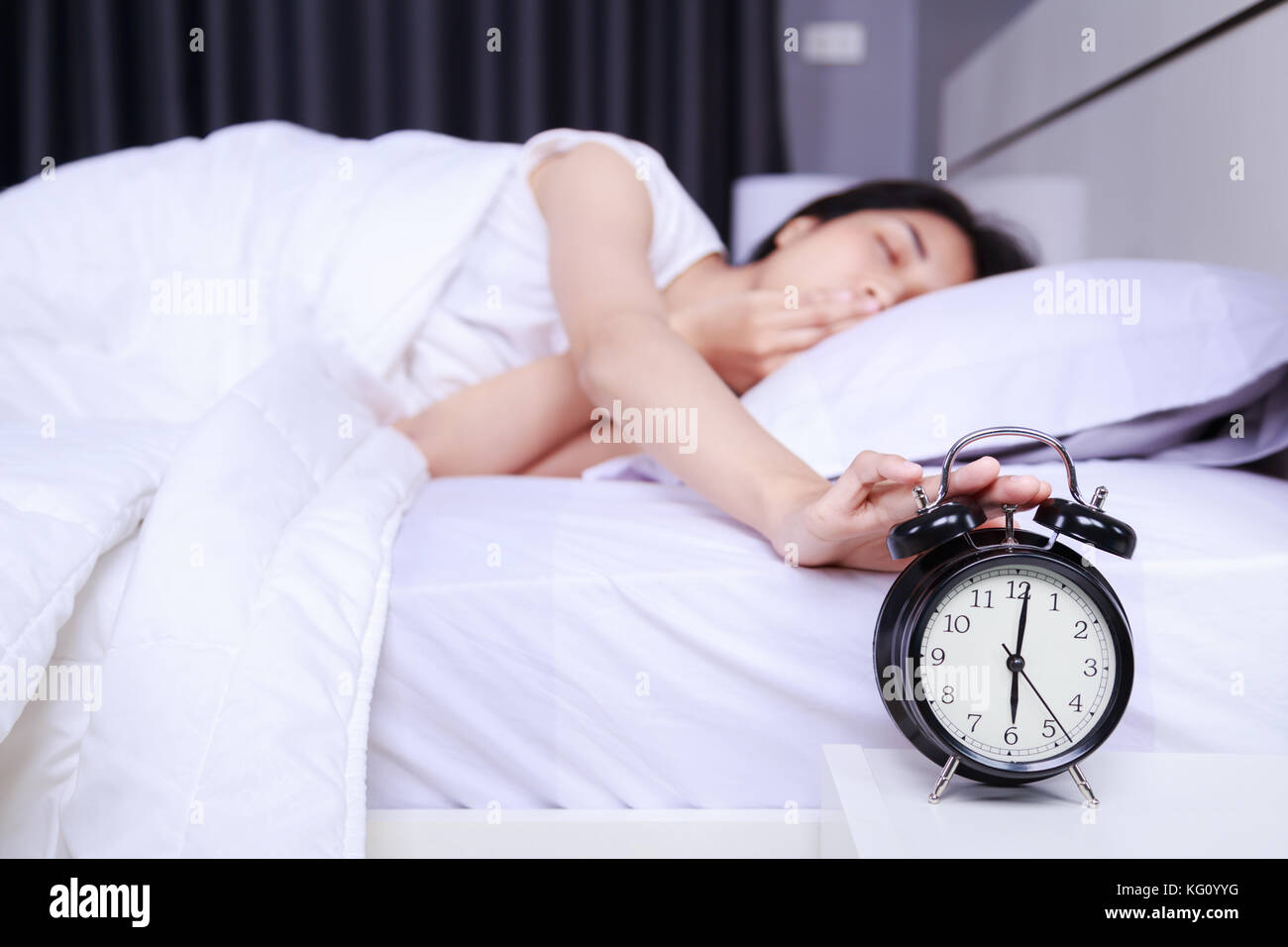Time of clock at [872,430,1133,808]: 6:01
